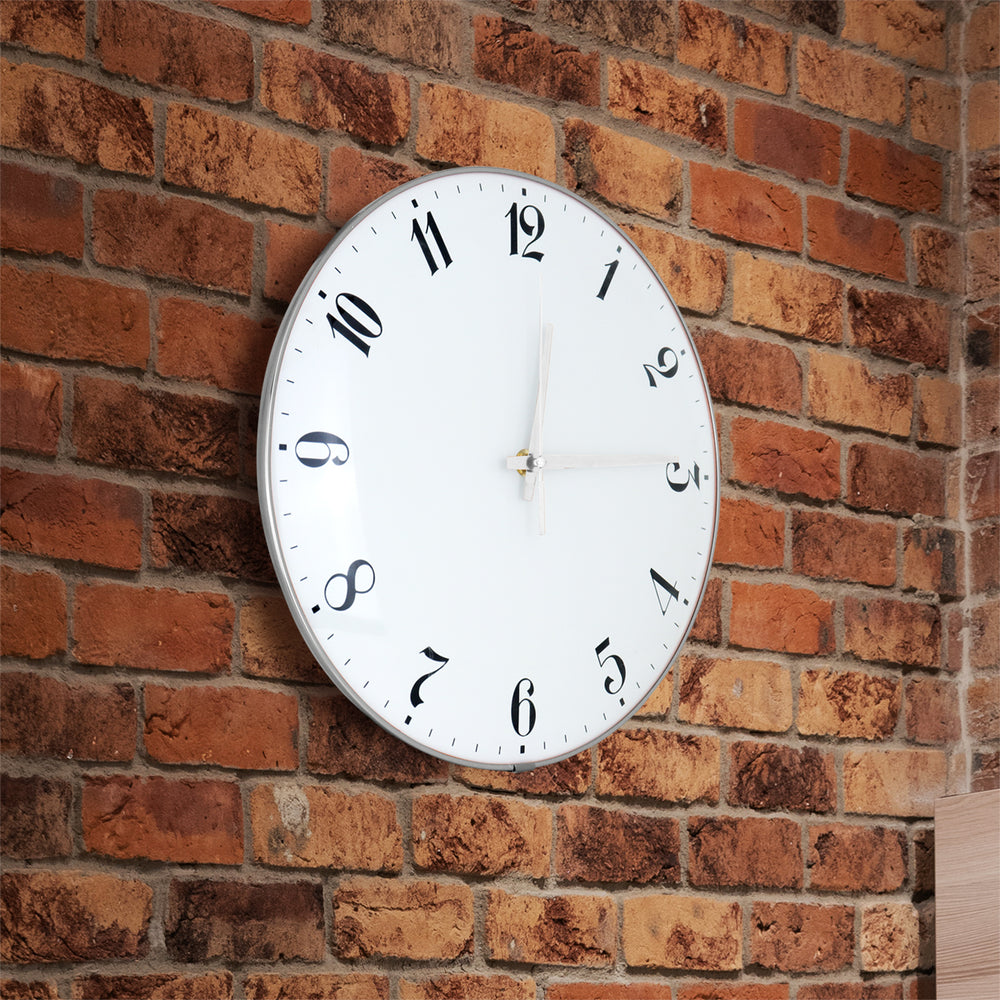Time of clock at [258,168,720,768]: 12:14
